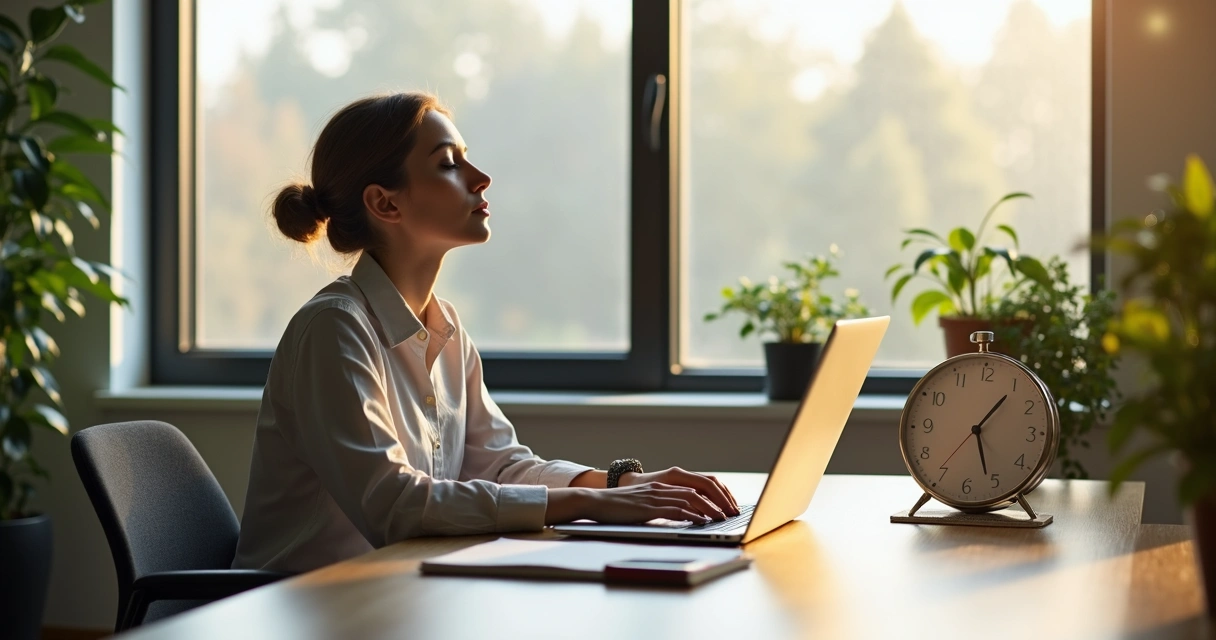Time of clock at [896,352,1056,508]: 1:26
